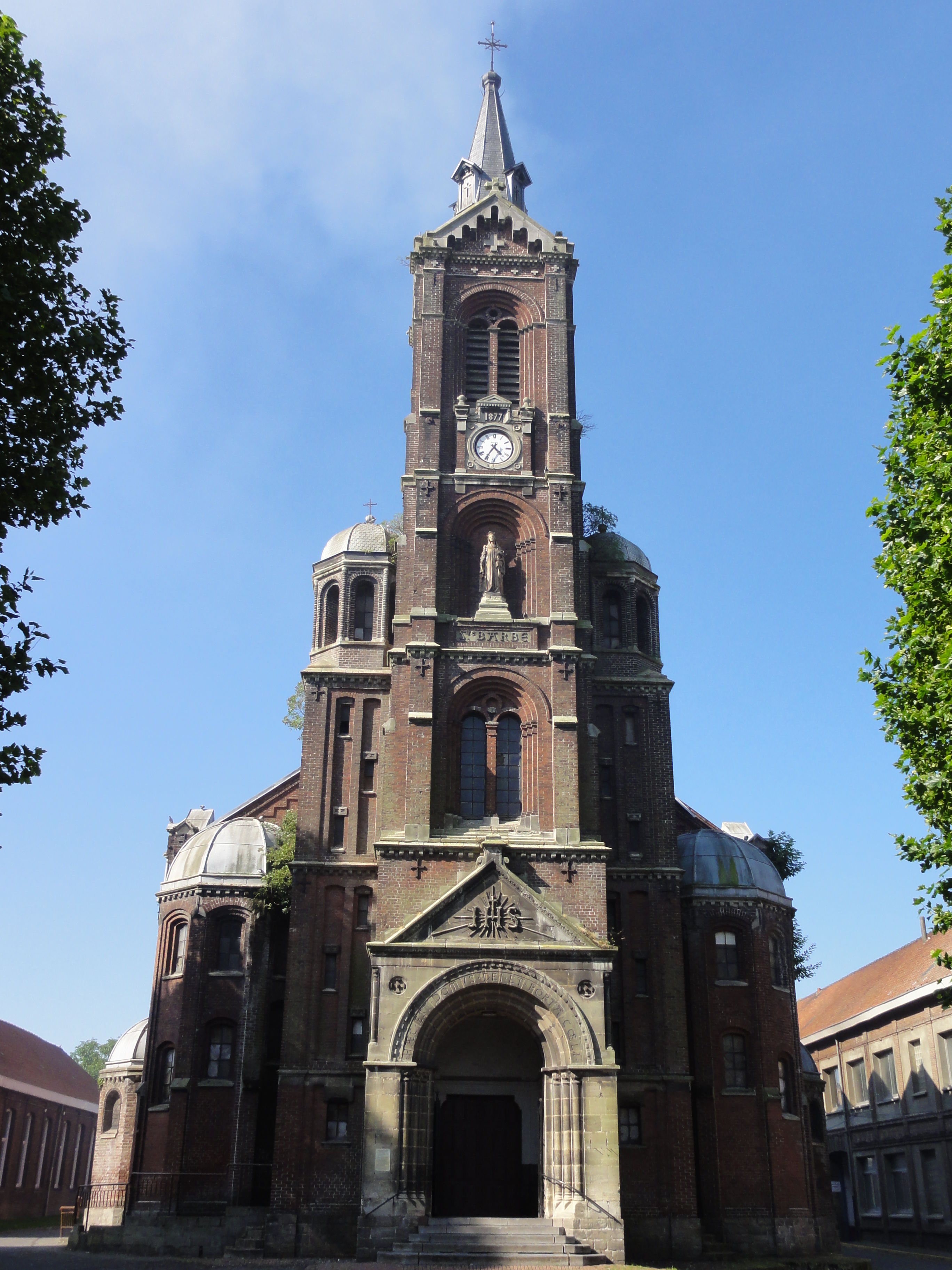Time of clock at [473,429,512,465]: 4:35
